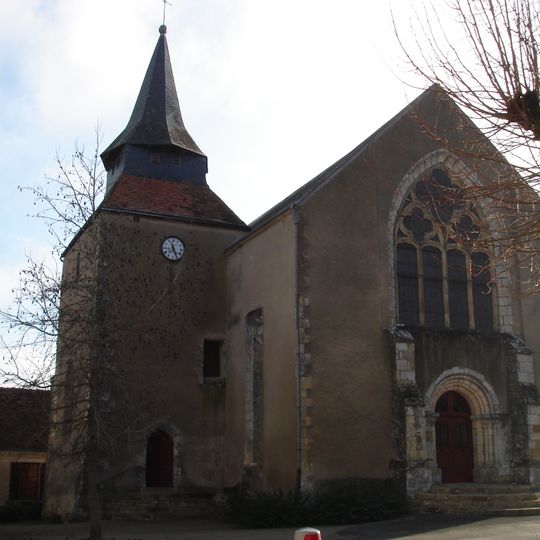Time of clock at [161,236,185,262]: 11:25
